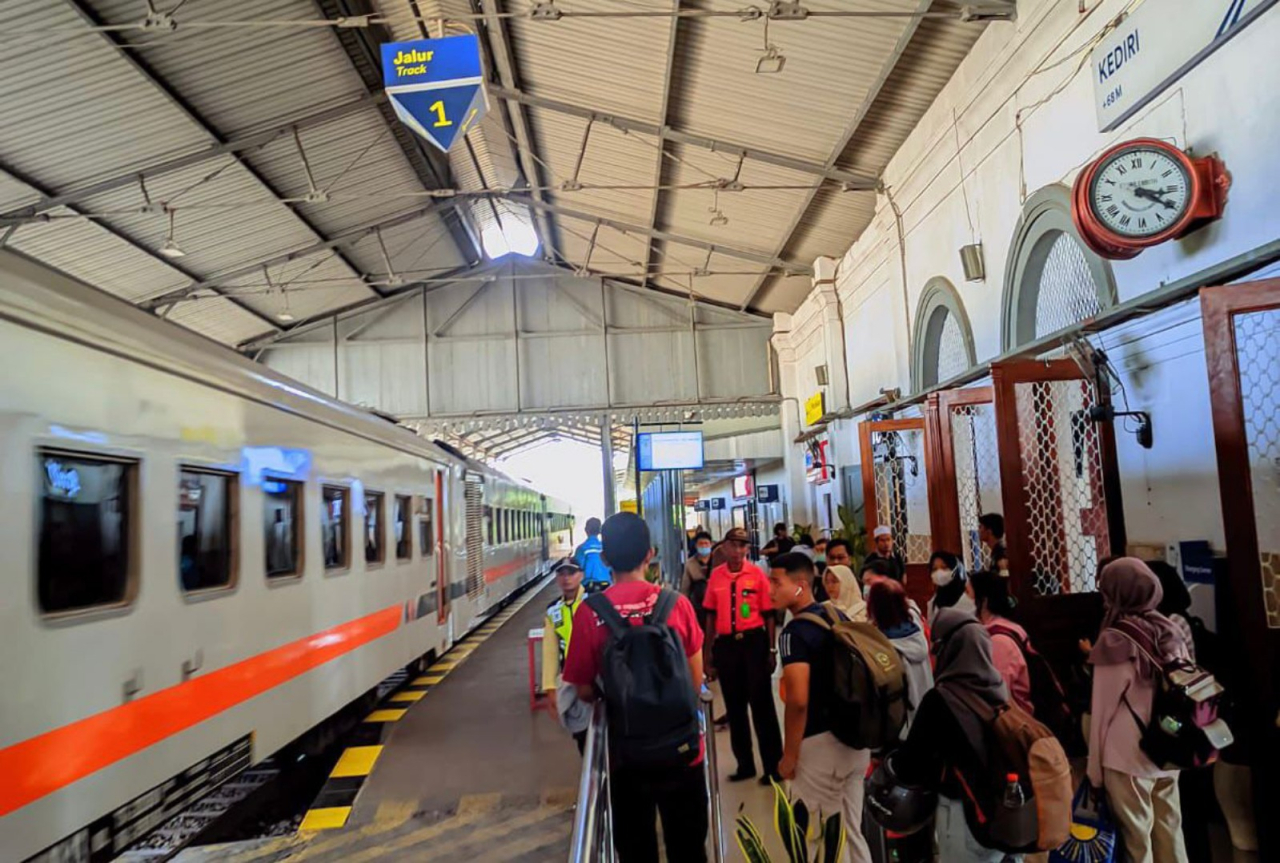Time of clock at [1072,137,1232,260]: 3:20
